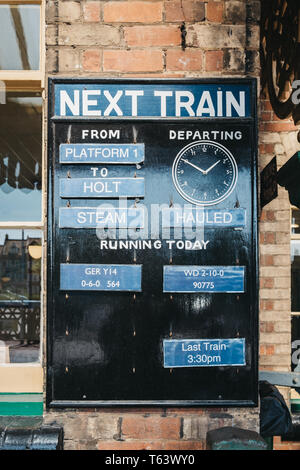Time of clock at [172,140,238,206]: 1:50
